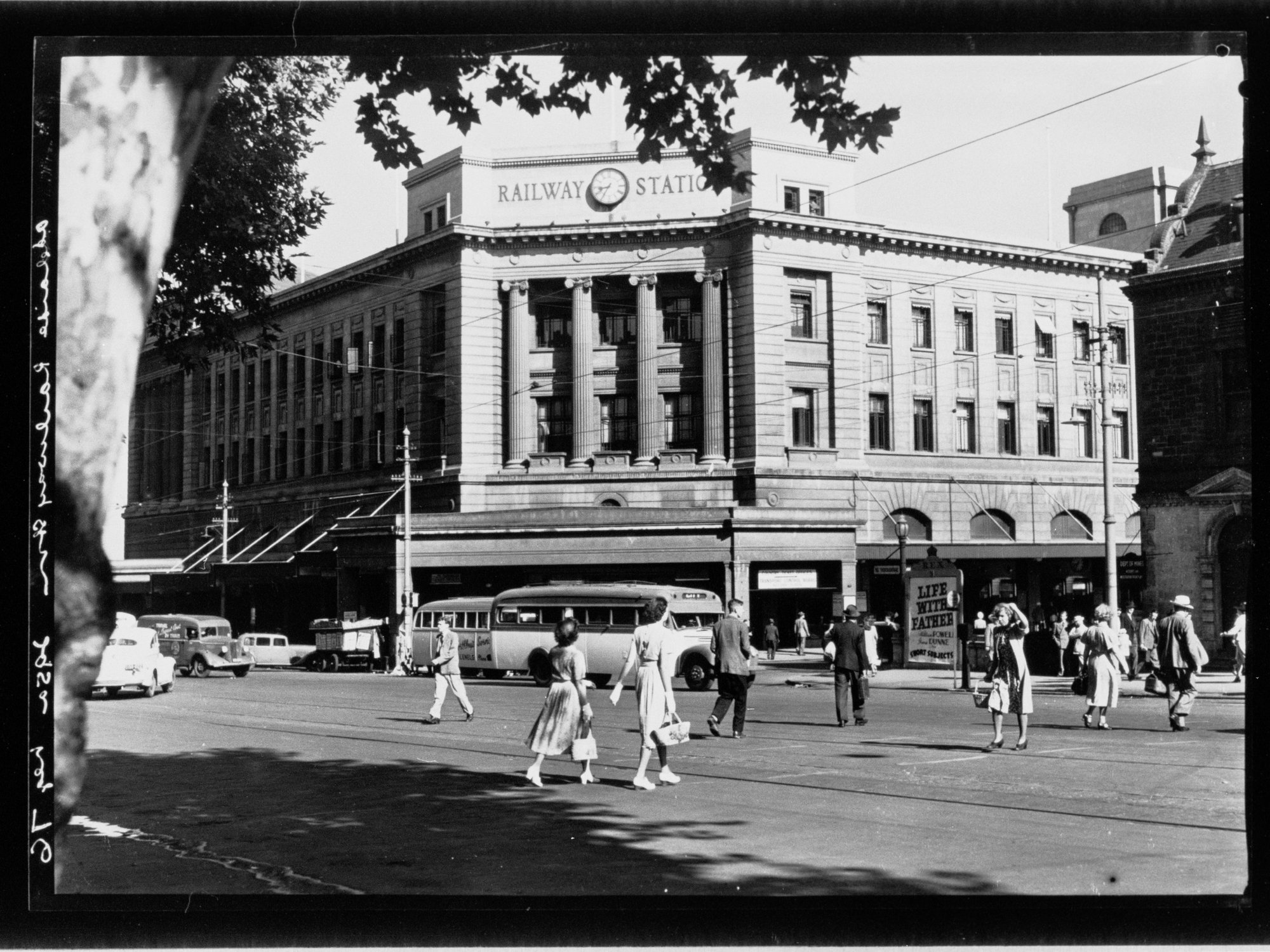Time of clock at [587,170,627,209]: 8:35
